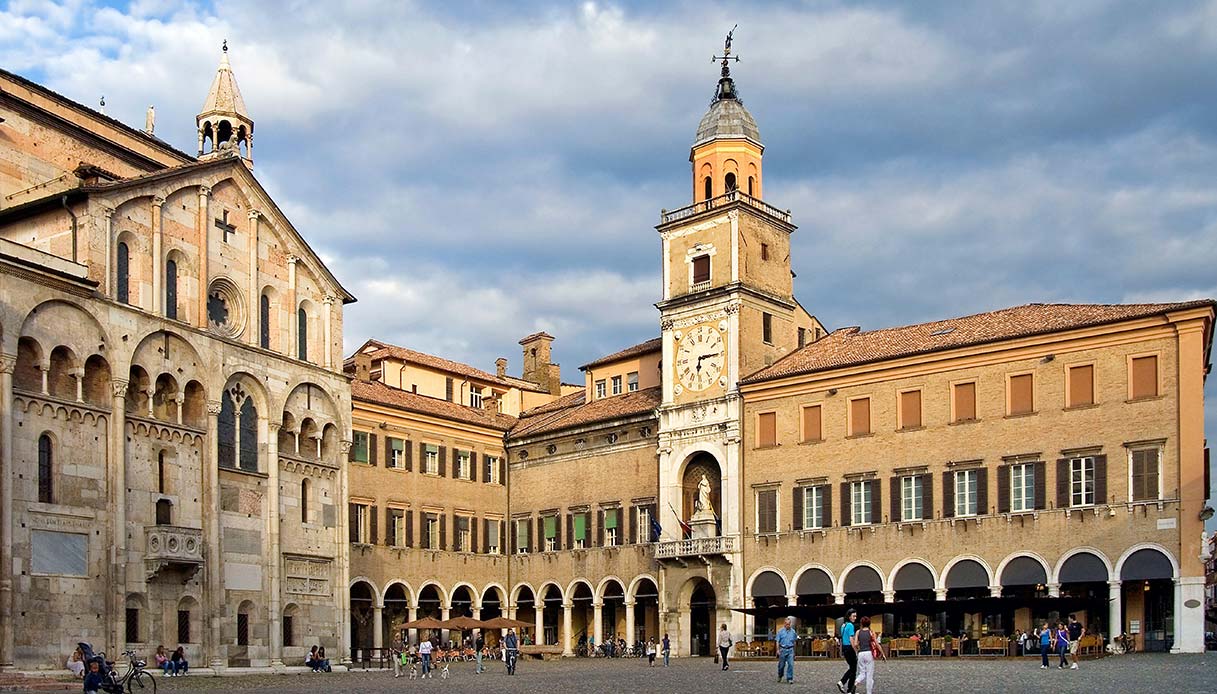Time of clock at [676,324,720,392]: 6:14
